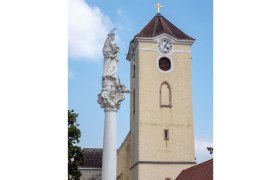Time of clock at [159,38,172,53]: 4:04
